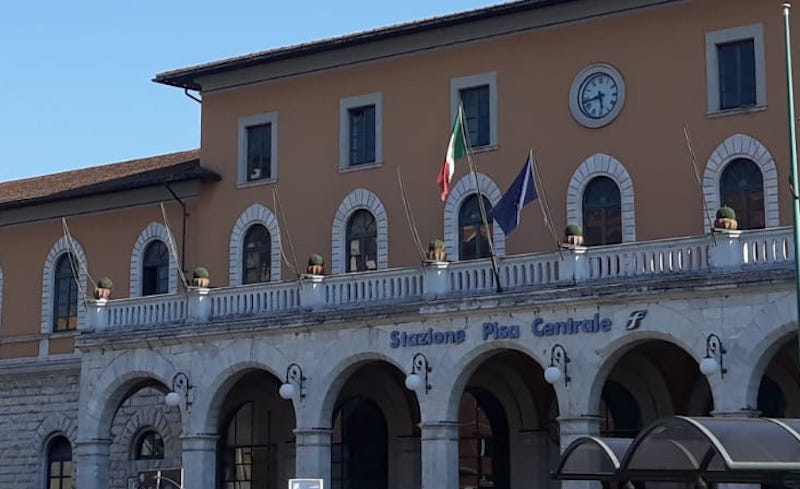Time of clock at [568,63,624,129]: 5:42
